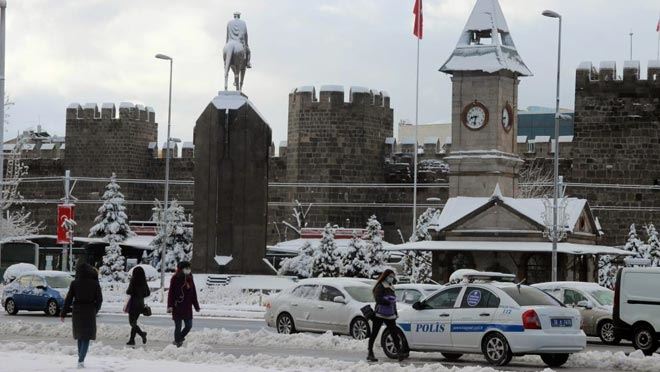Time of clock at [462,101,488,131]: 8:32
